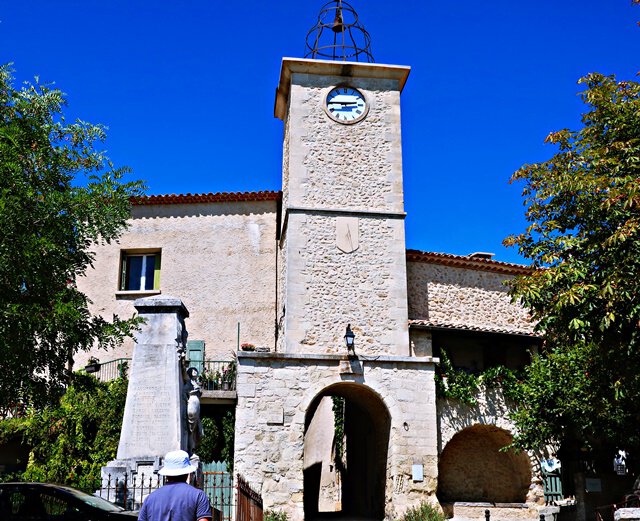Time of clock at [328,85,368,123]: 2:45
